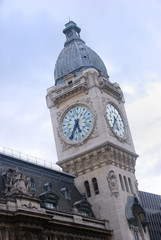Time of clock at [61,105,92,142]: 5:34
